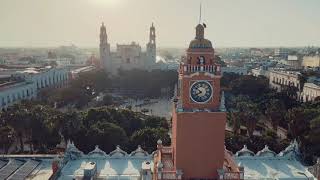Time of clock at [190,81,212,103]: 7:51
